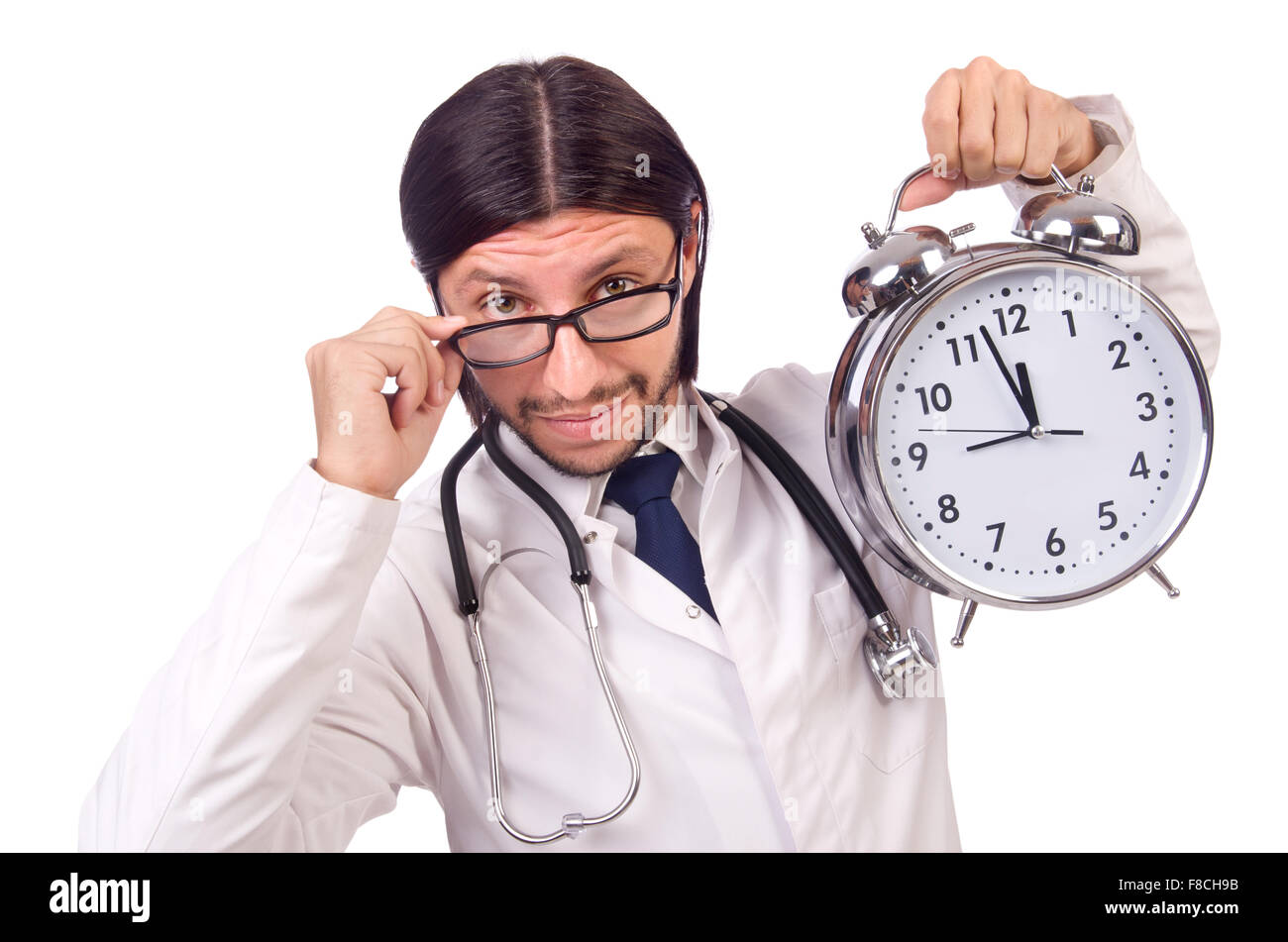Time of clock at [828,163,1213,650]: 11:57
